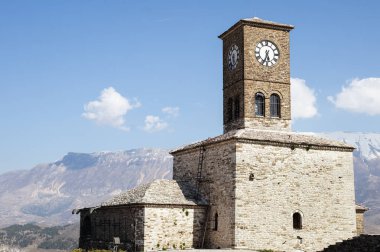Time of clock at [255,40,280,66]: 5:33
